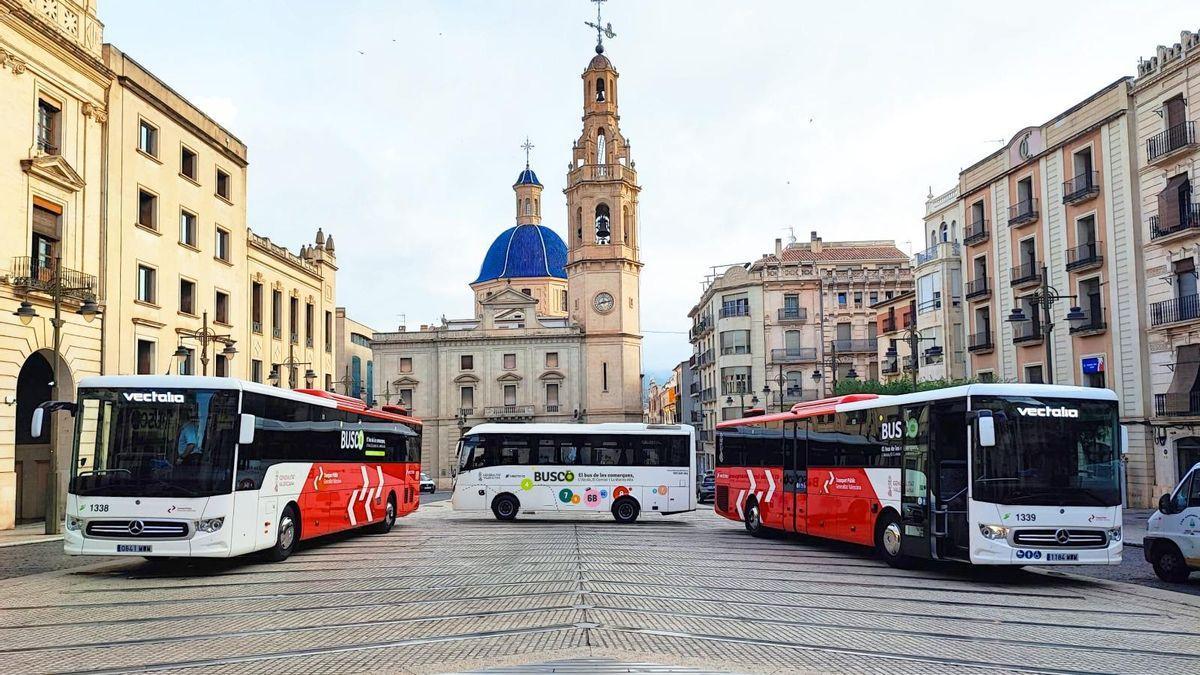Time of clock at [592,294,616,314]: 8:12
